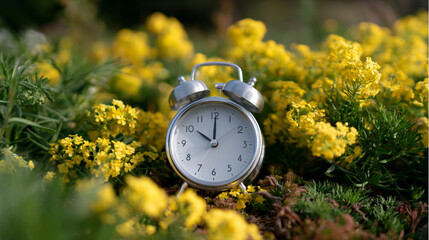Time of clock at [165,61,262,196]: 10:00
